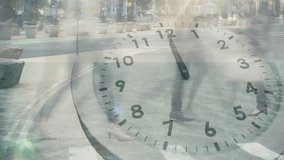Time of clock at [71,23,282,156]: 7:00
